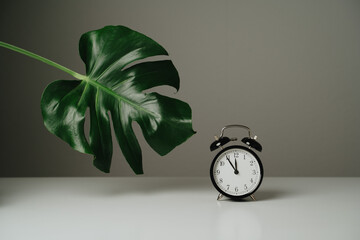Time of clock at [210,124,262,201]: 11:54
